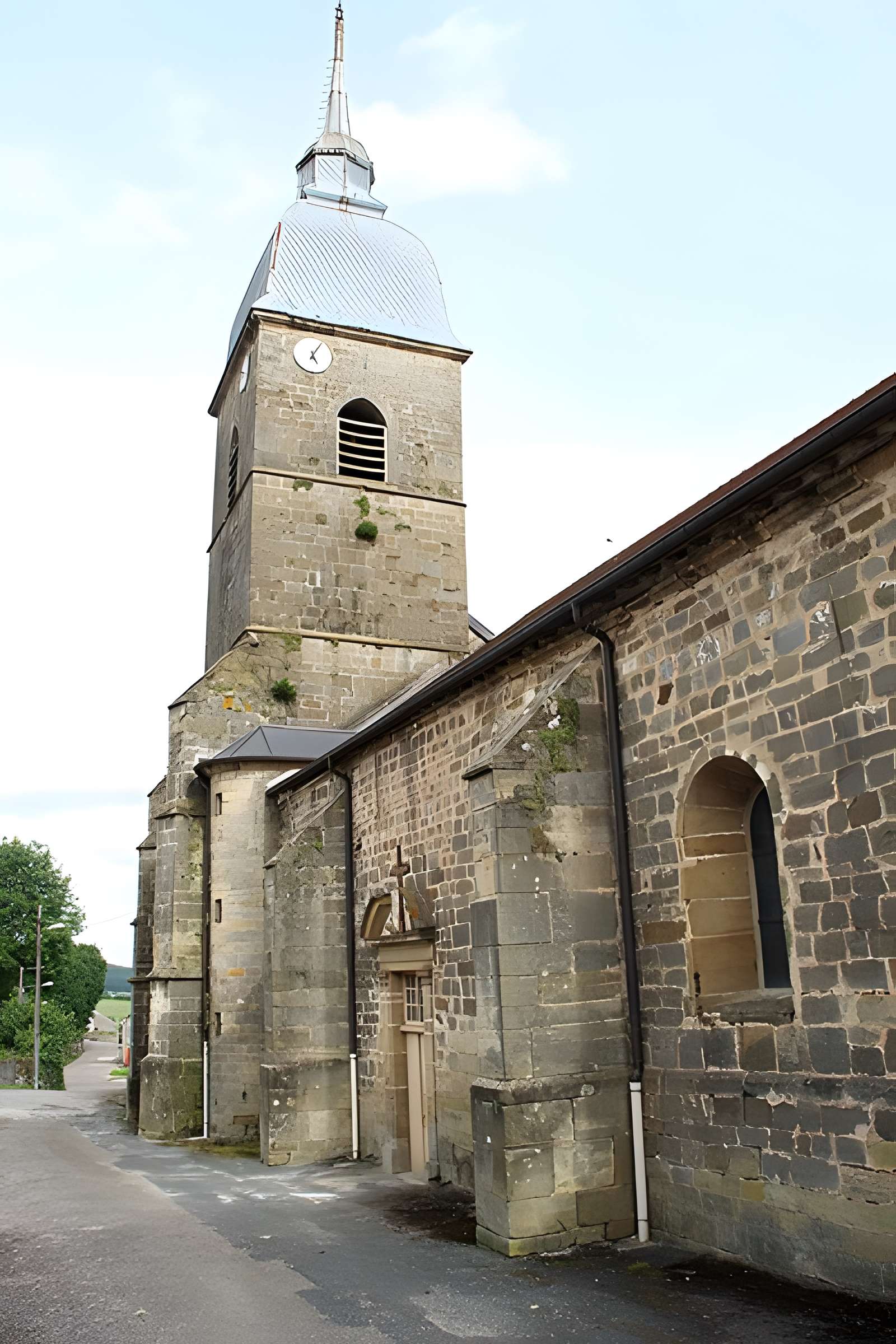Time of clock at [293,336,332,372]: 5:05
